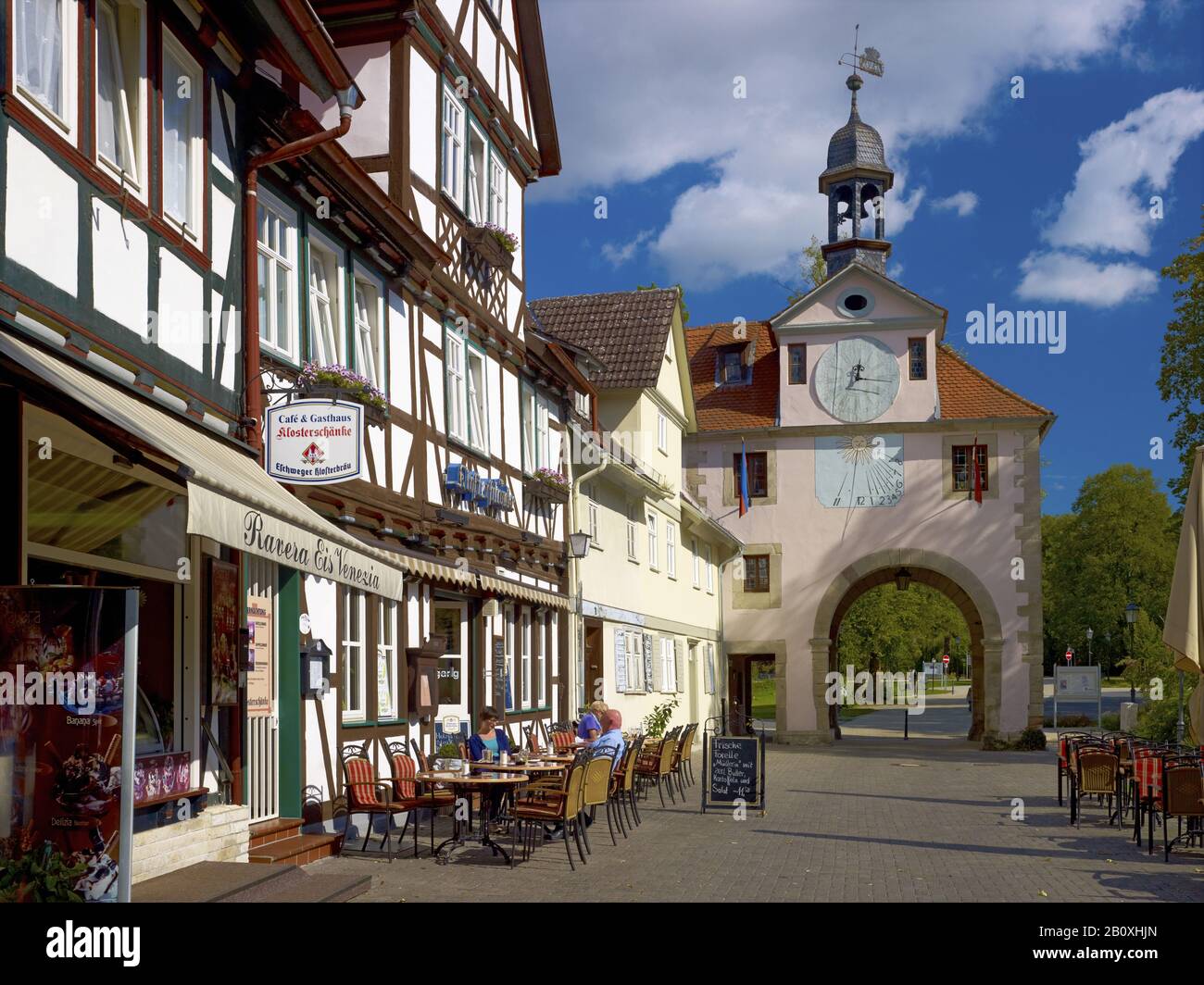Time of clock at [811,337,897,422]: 12:15
